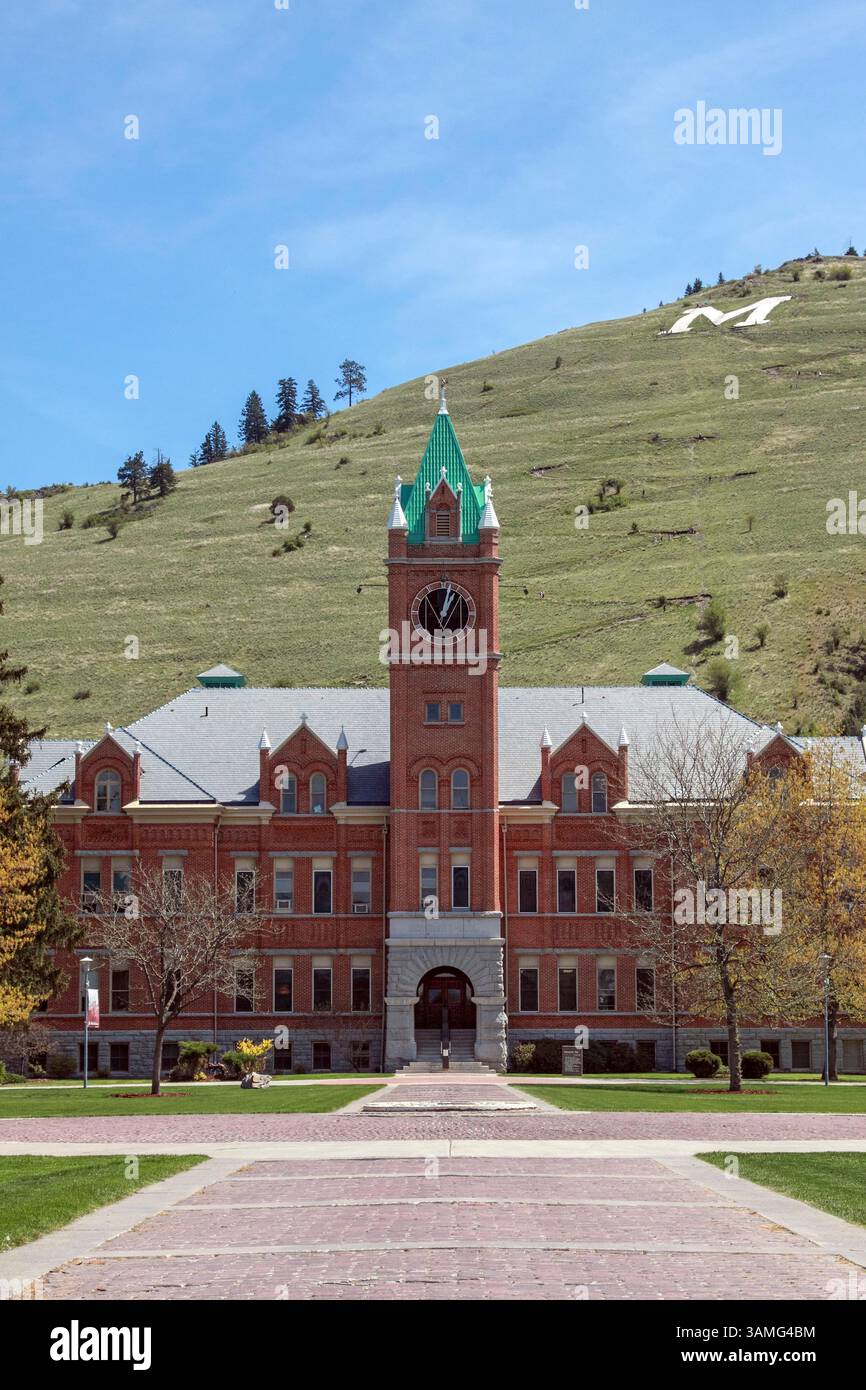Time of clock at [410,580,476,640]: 1:02
